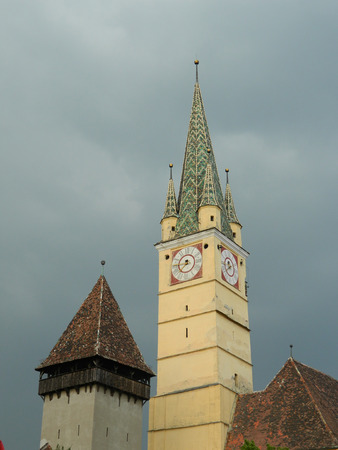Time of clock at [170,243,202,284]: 7:45
